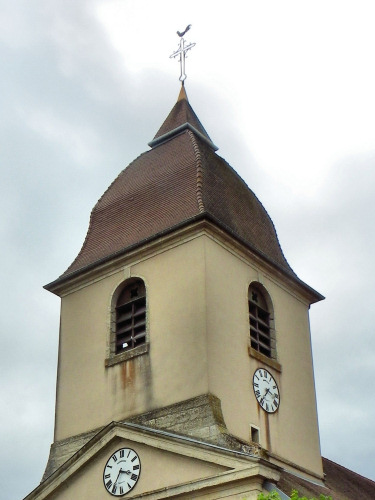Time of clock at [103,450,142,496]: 3:35
